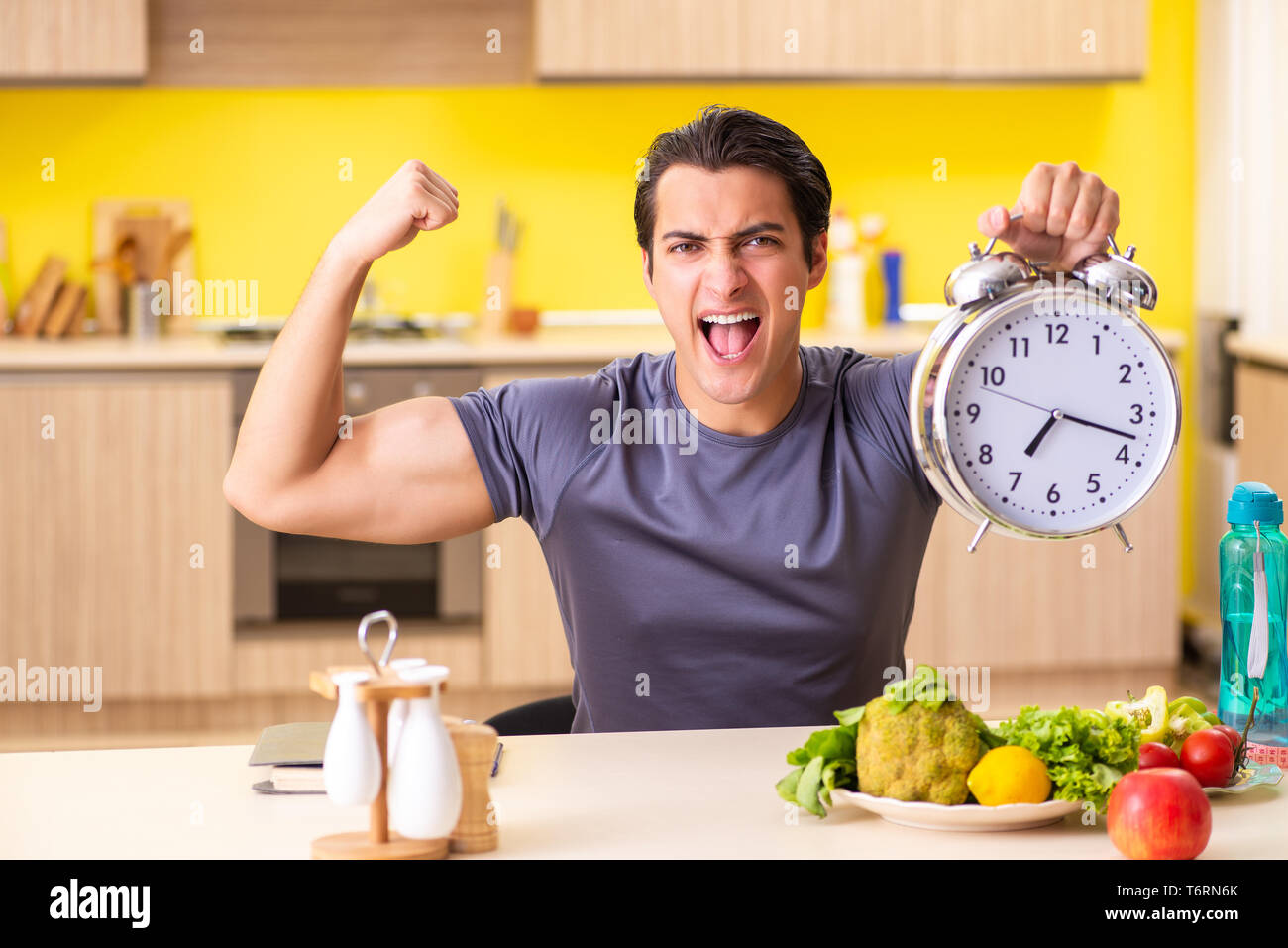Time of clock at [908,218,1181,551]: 7:17
